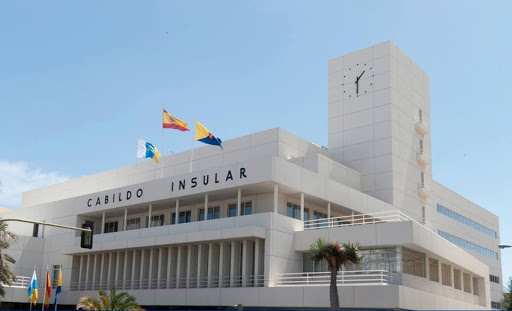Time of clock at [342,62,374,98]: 1:30
